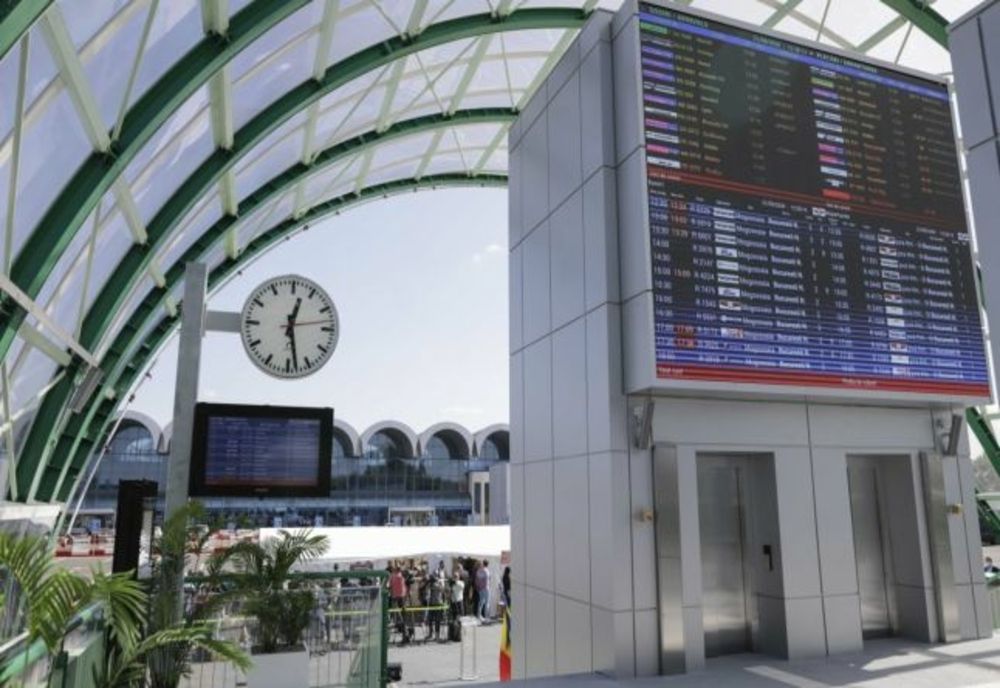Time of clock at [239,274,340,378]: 12:28
